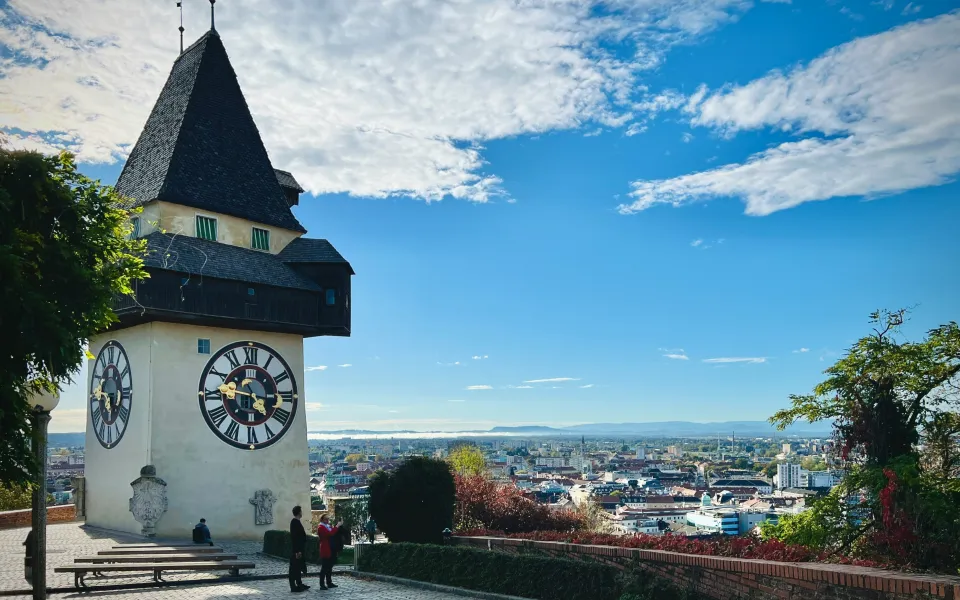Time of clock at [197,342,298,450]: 4:46
